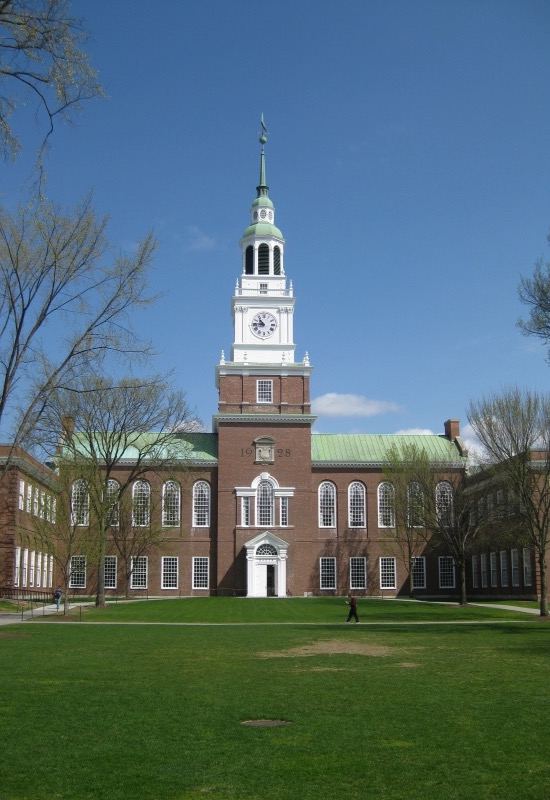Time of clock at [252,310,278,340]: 10:45
